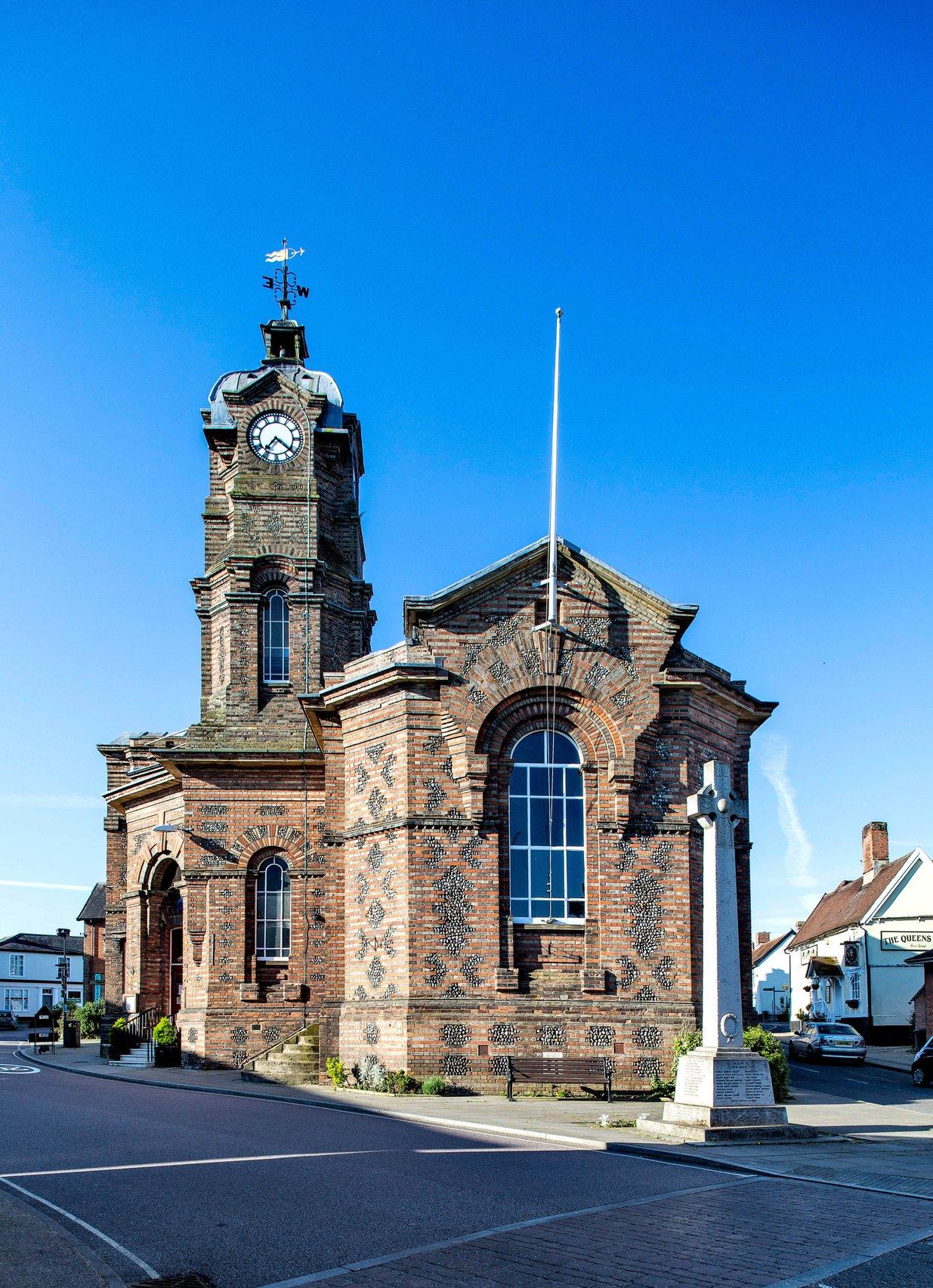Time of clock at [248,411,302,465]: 7:21
